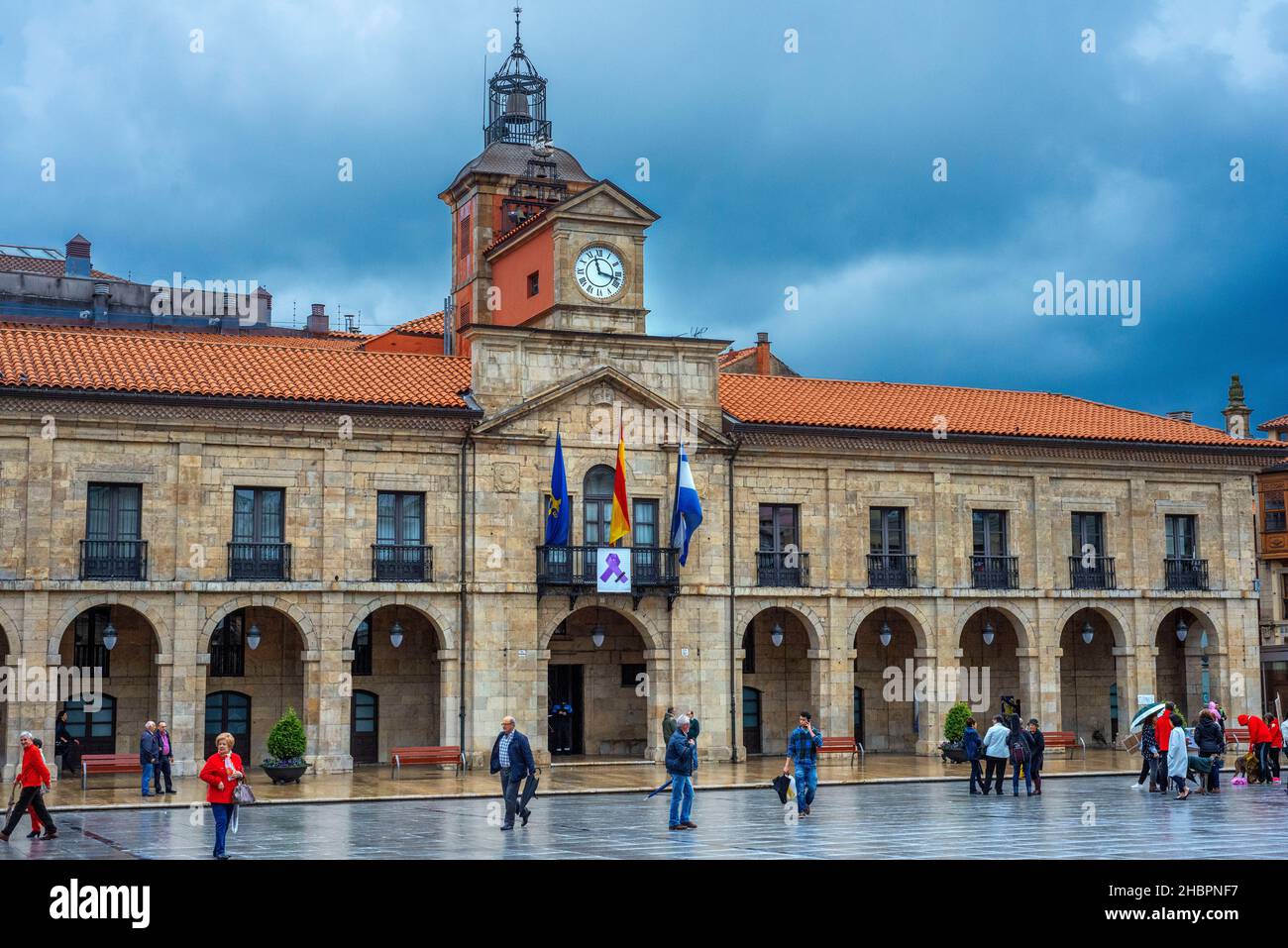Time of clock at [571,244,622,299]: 11:17
